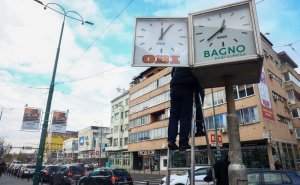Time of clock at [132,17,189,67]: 12:04
